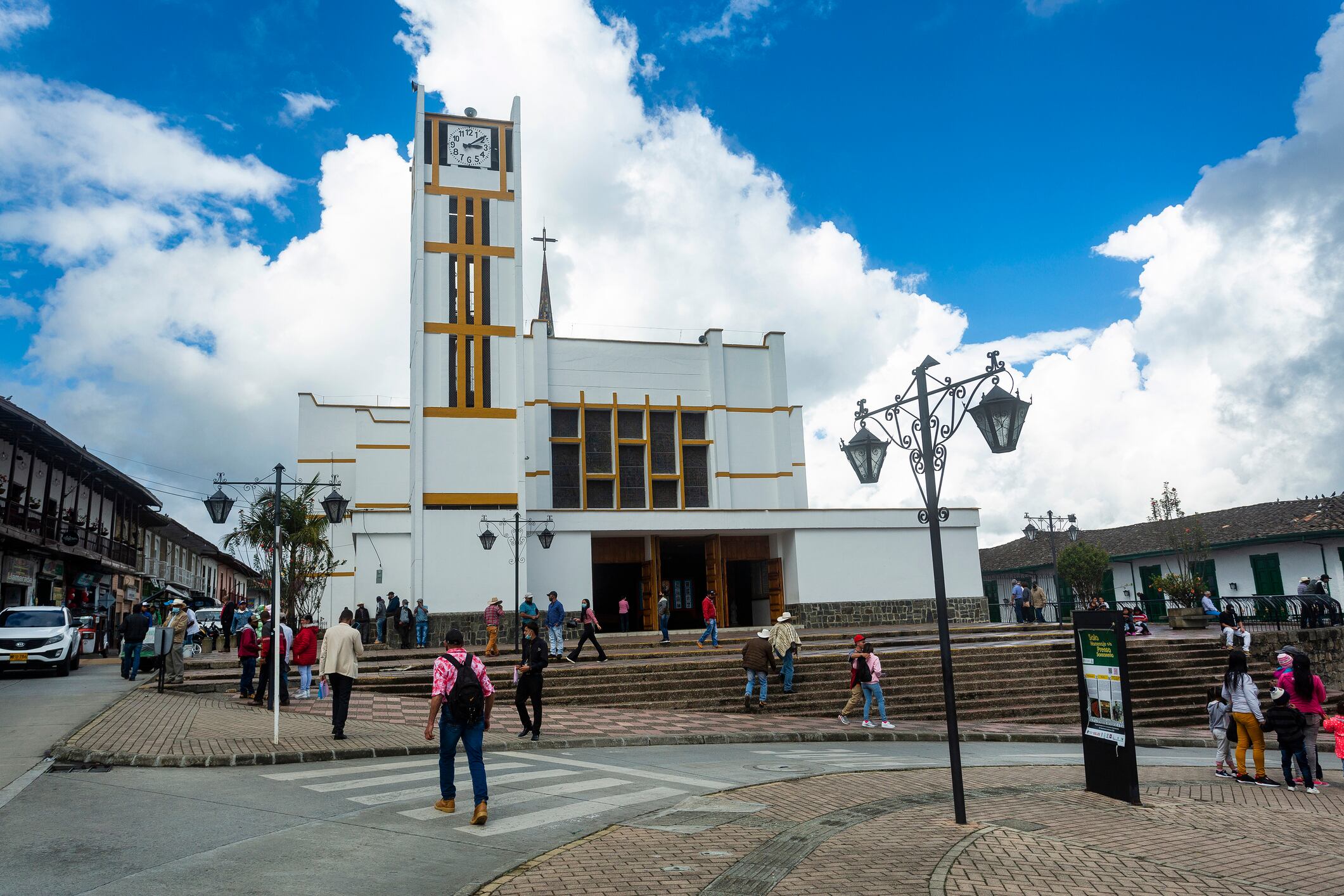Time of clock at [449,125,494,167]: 3:08
